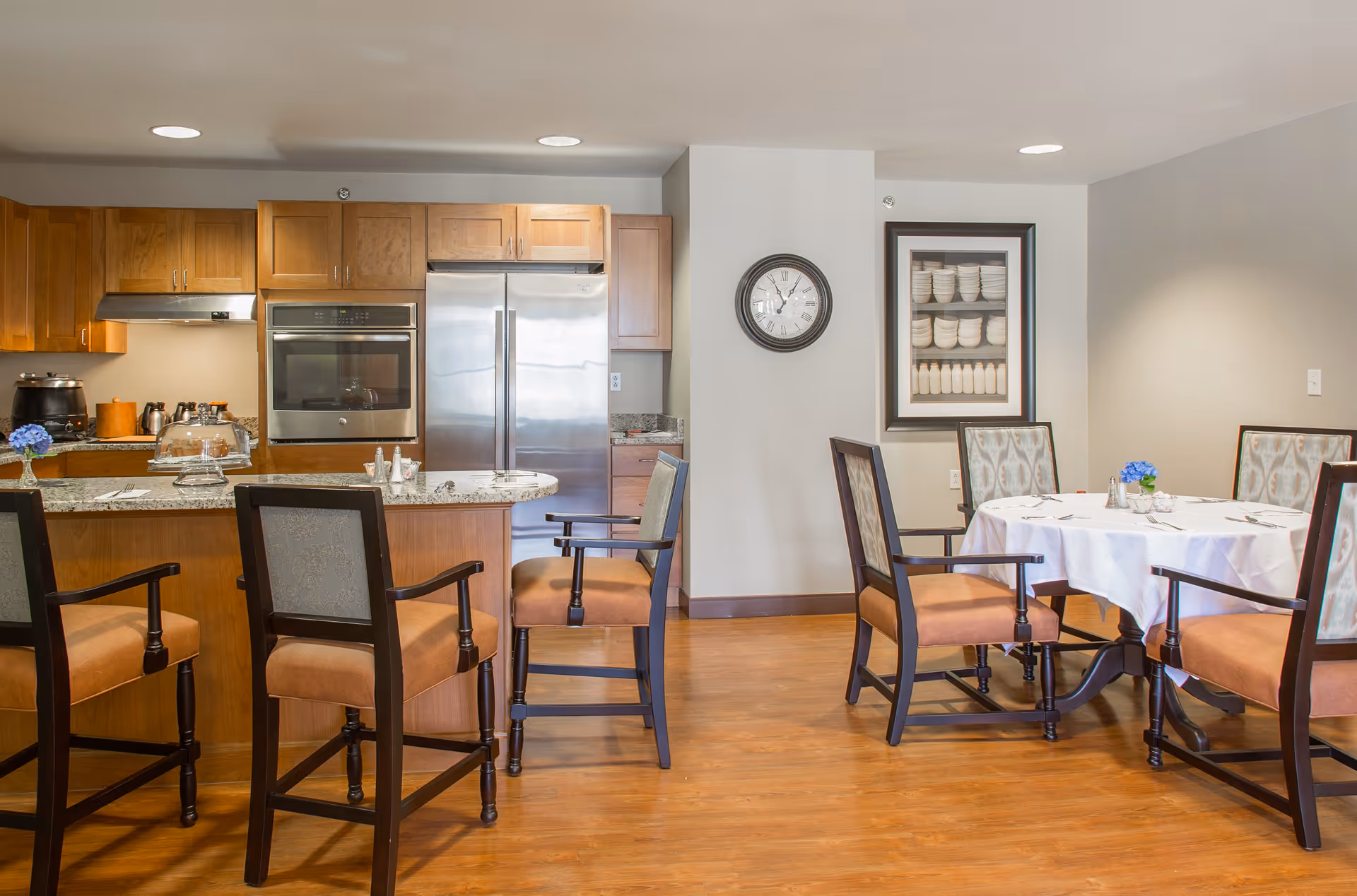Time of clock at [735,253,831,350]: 11:05
